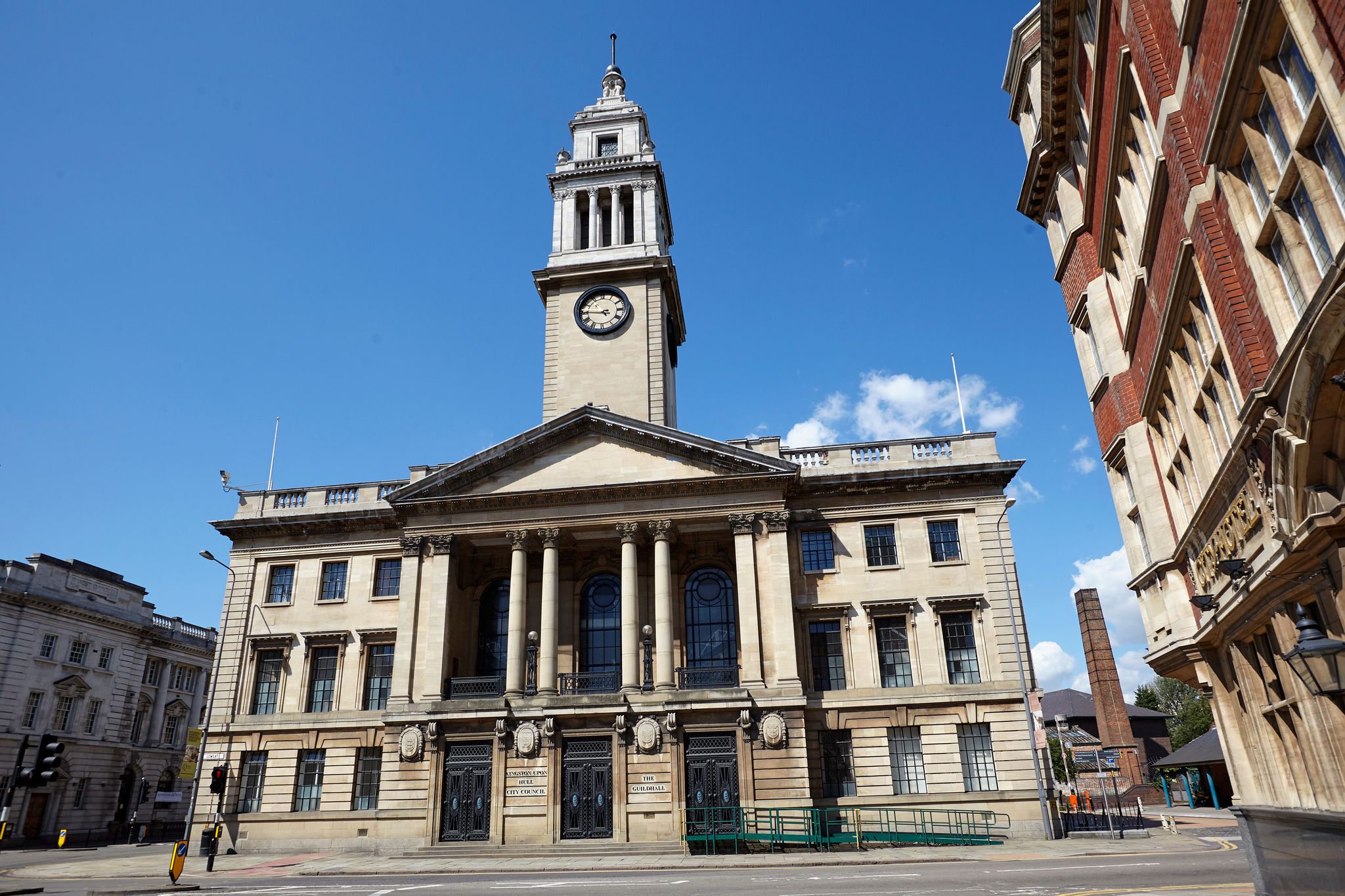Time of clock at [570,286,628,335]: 10:45
